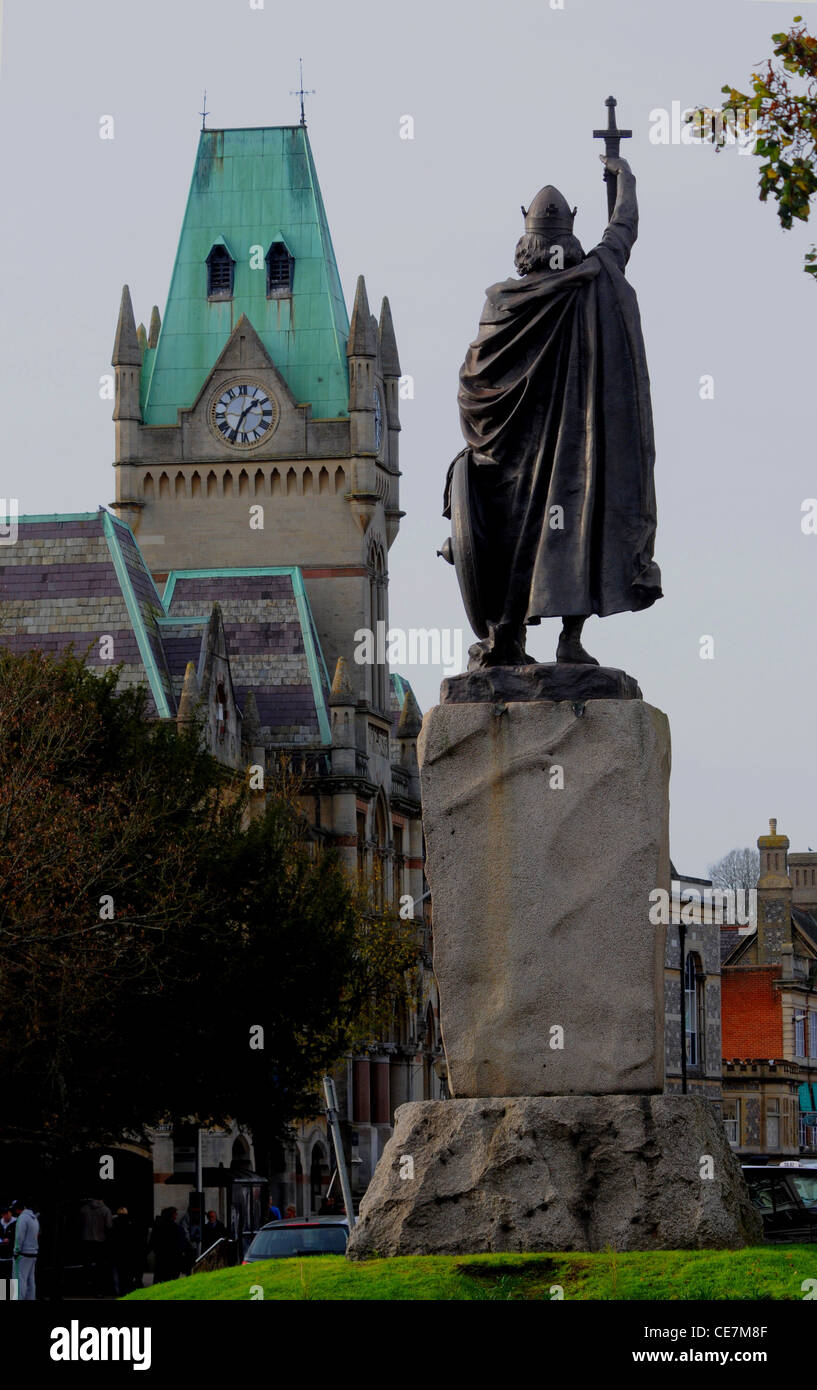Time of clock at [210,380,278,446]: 1:34
